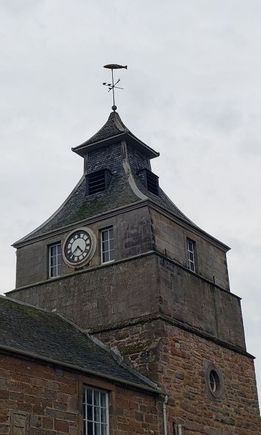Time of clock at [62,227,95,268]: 4:37
